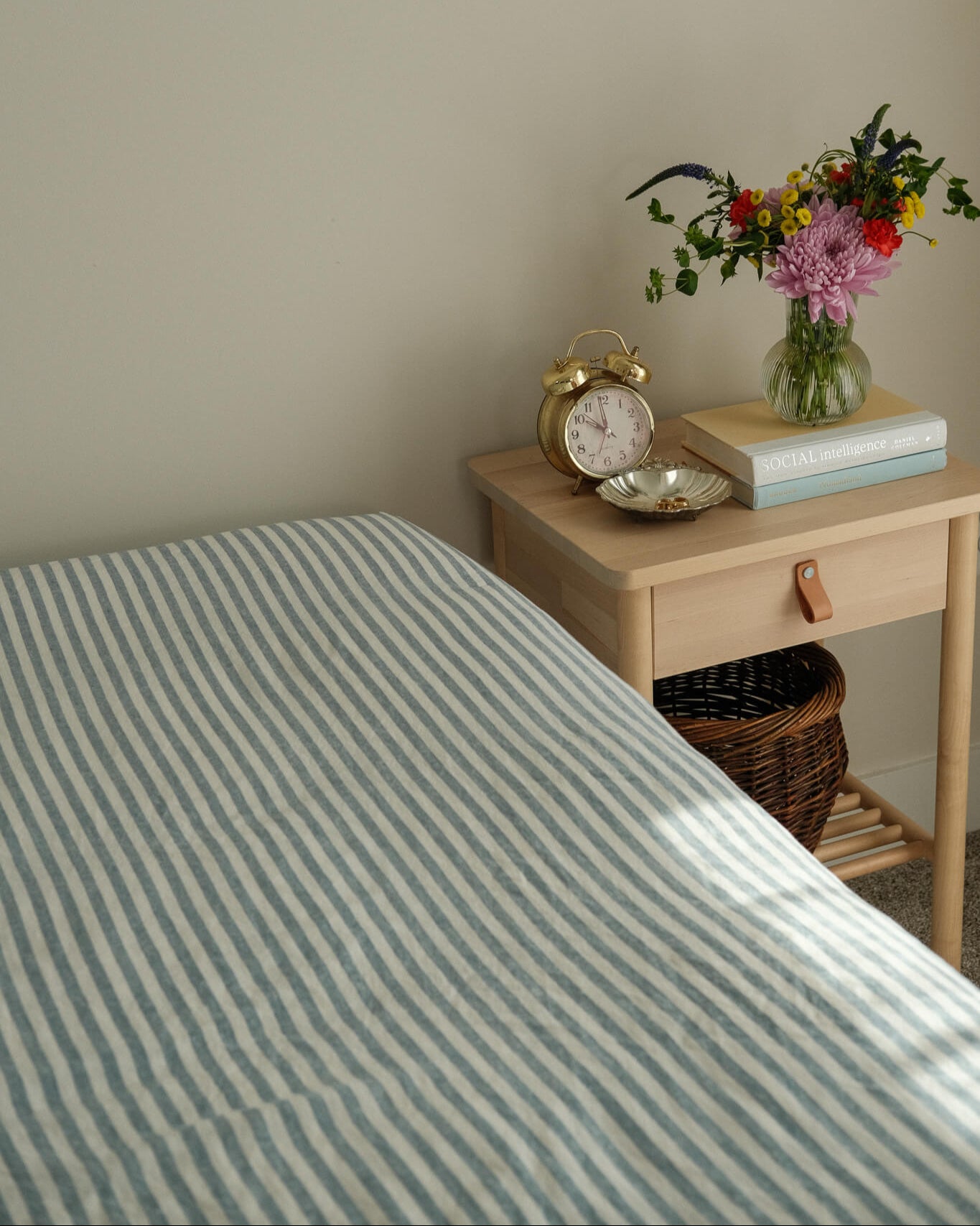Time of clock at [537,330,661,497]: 9:58
